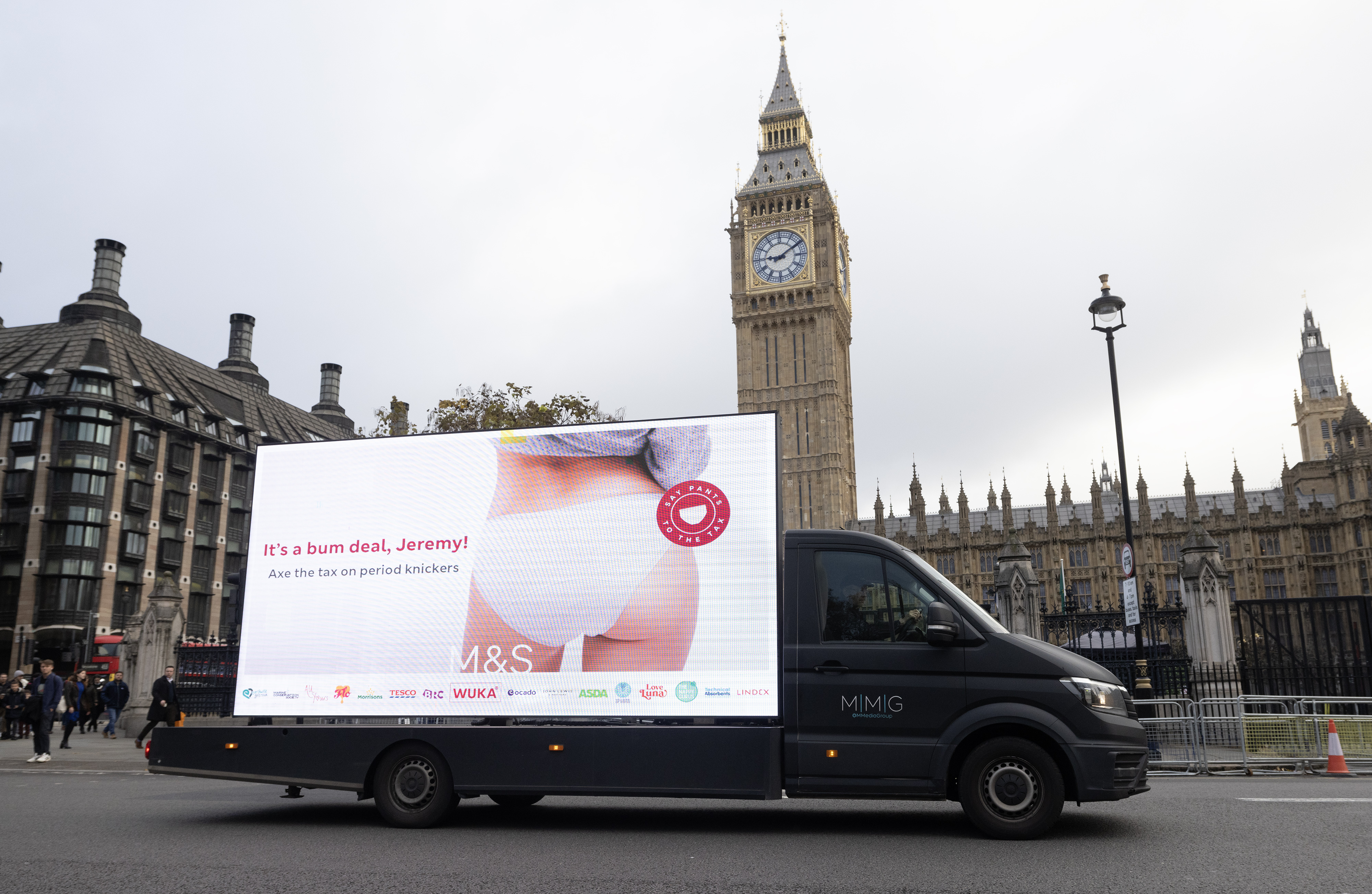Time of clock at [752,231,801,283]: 9:09
